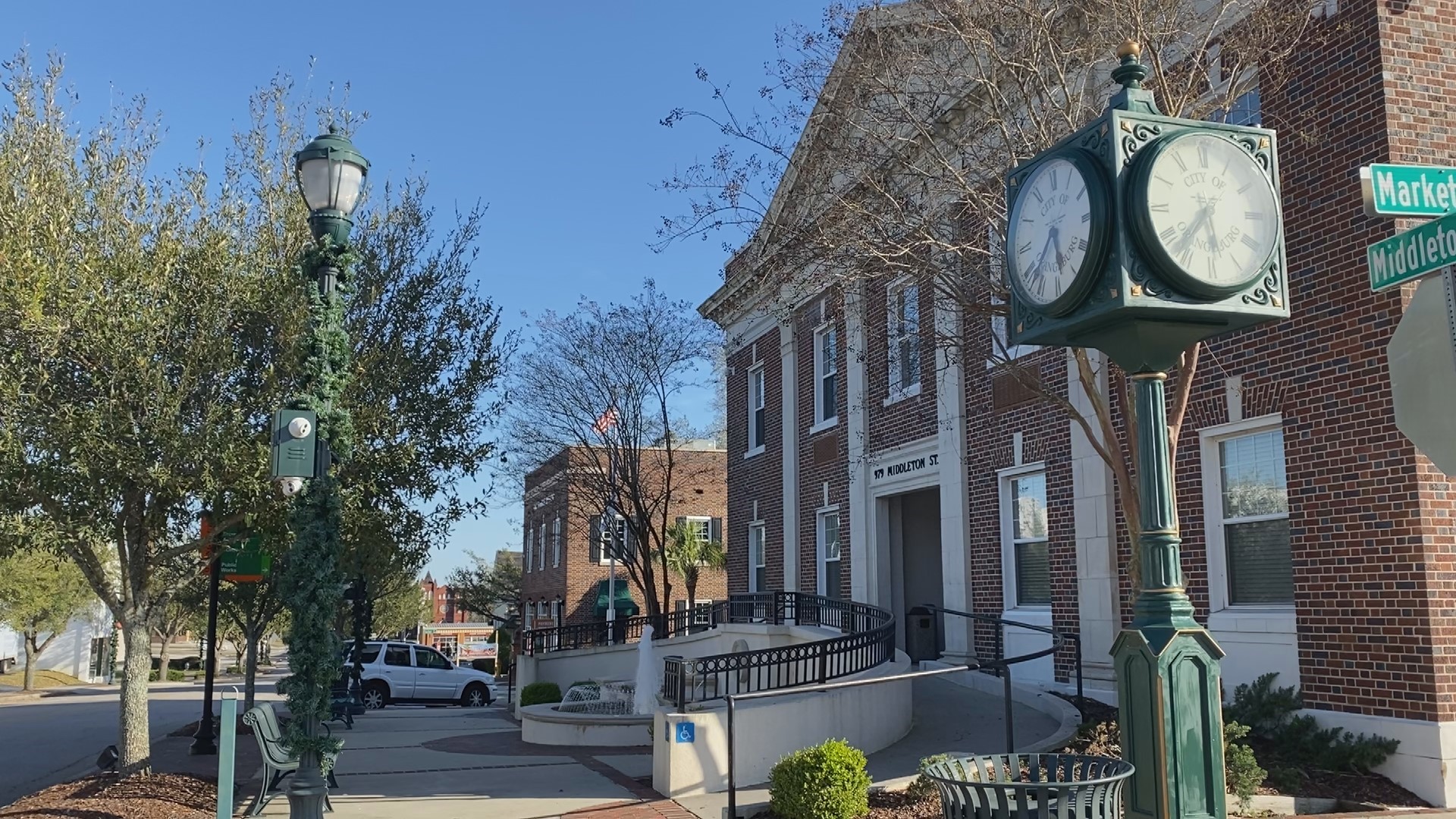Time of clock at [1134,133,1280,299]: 5:36
